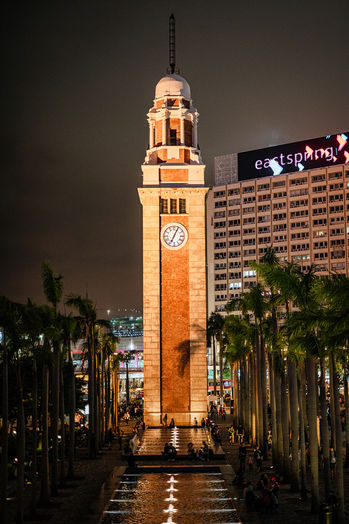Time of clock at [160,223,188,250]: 7:04
